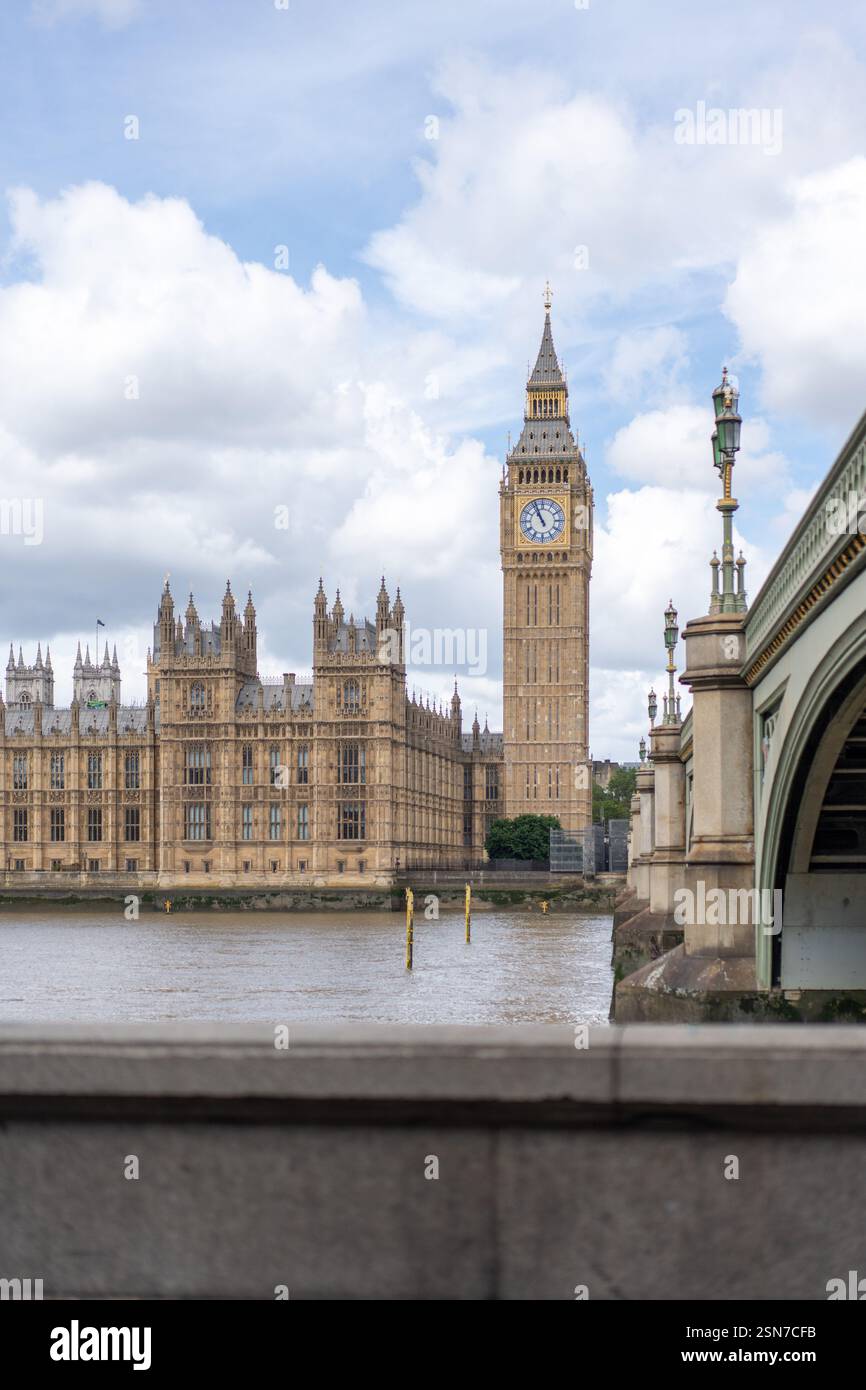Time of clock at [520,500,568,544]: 10:56
